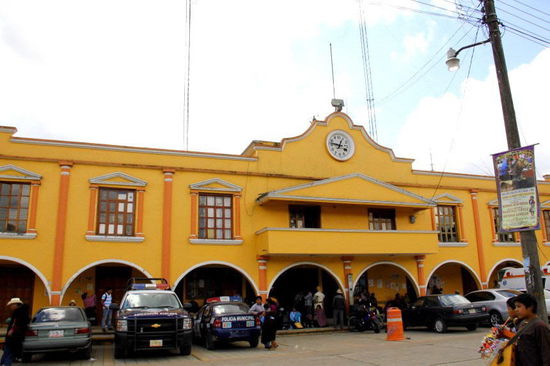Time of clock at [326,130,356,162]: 12:46
